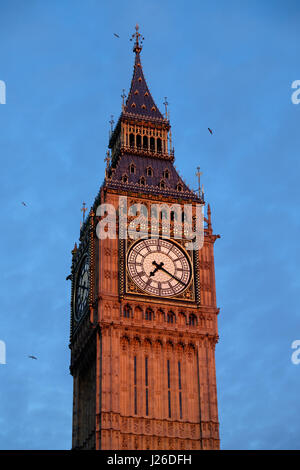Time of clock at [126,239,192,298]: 7:20
